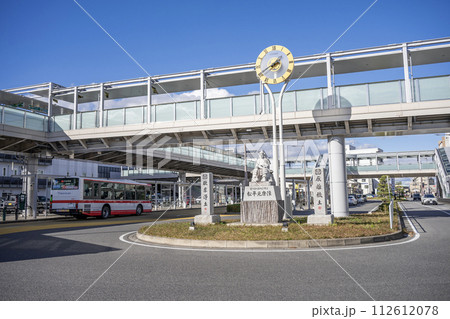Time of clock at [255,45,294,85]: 1:40
